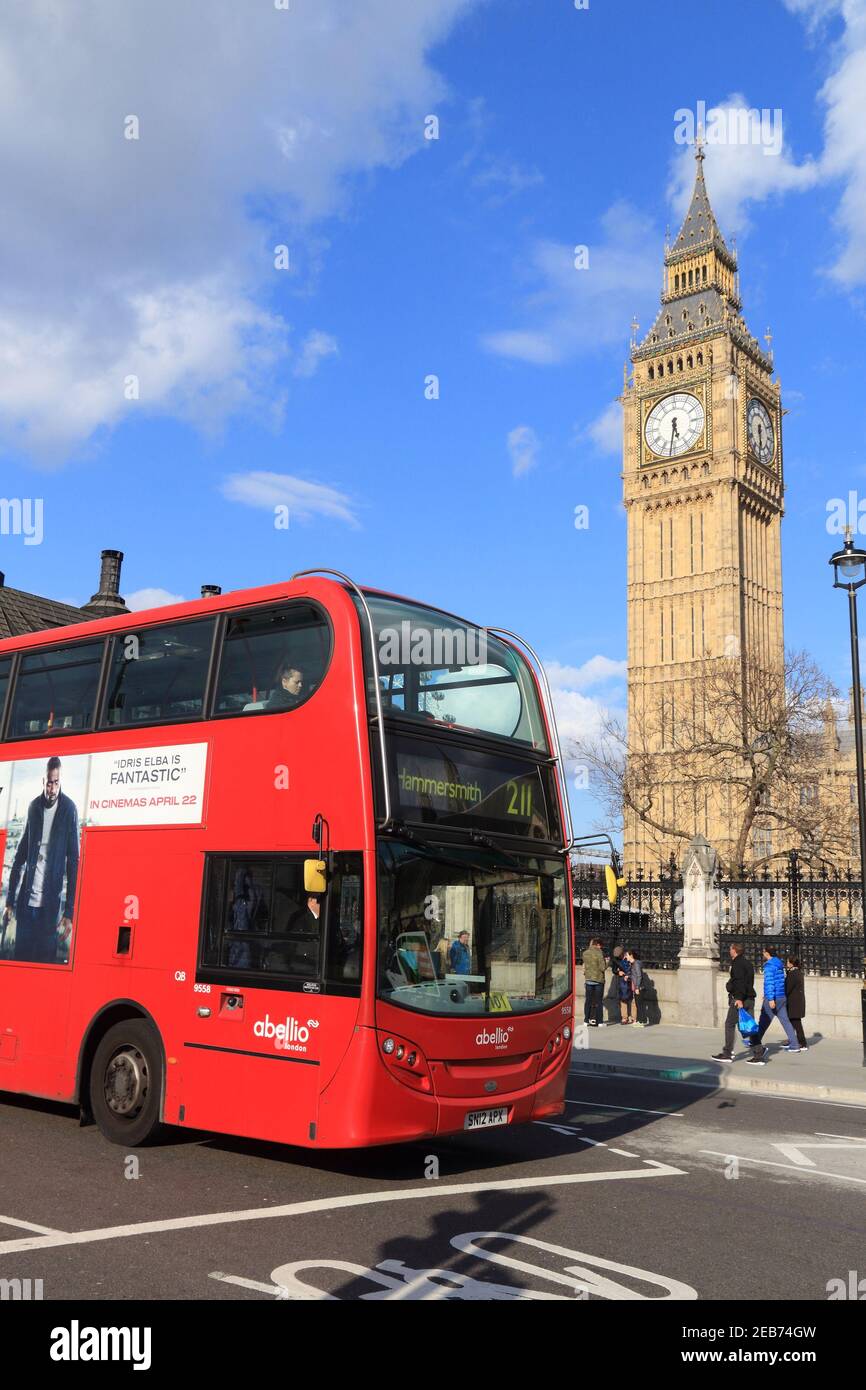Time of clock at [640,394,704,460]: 5:31
